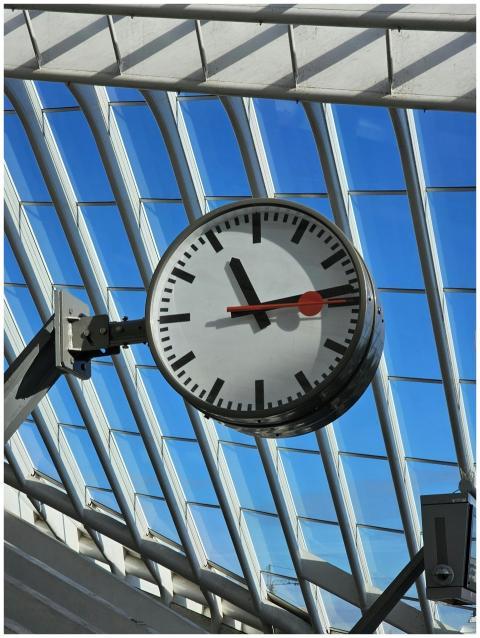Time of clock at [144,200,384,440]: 11:13
